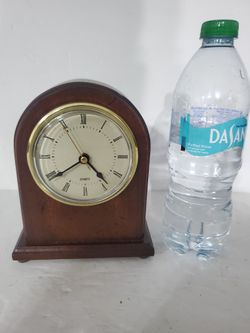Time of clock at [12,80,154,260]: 4:39
